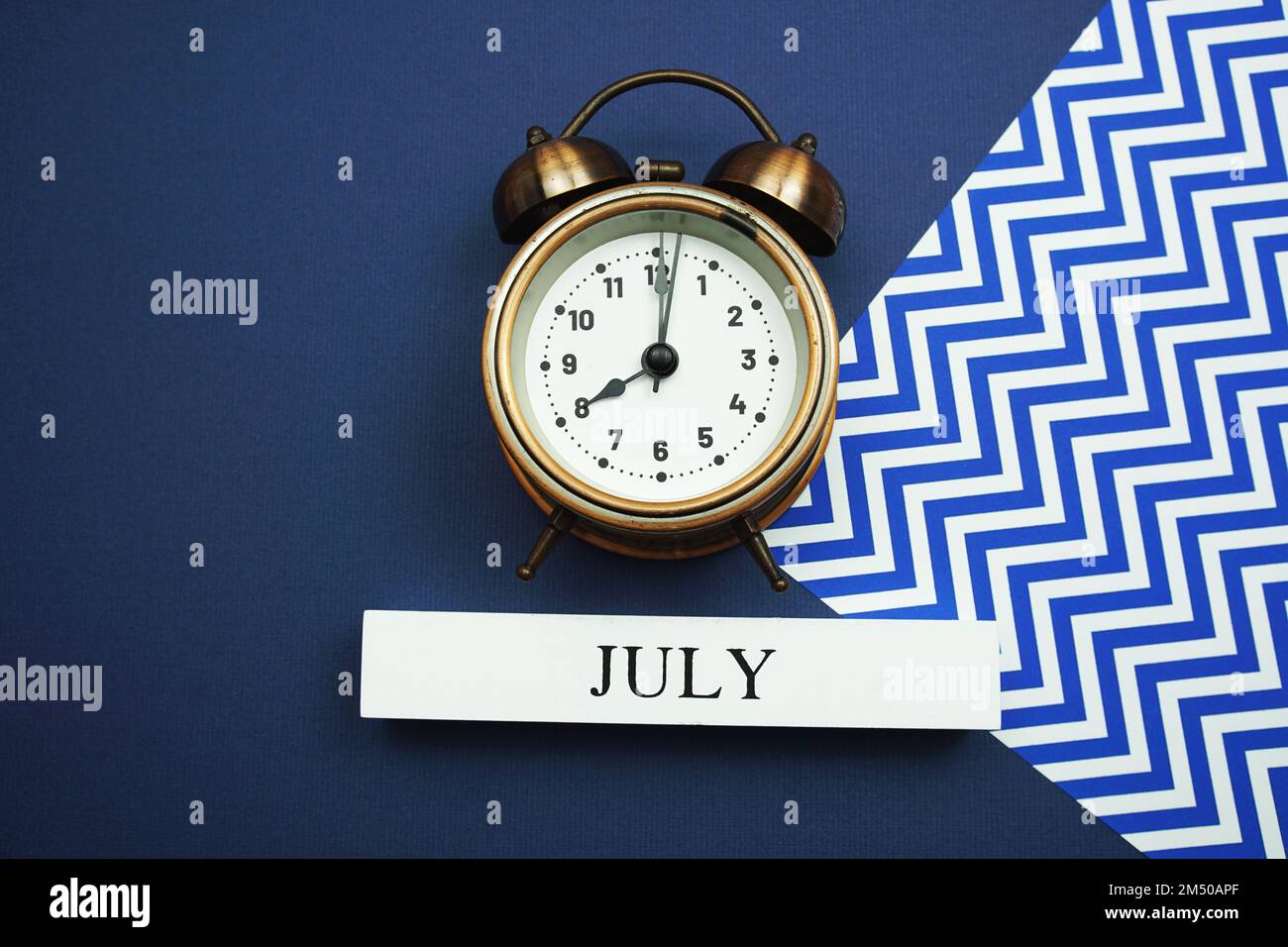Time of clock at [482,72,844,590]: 8:01
